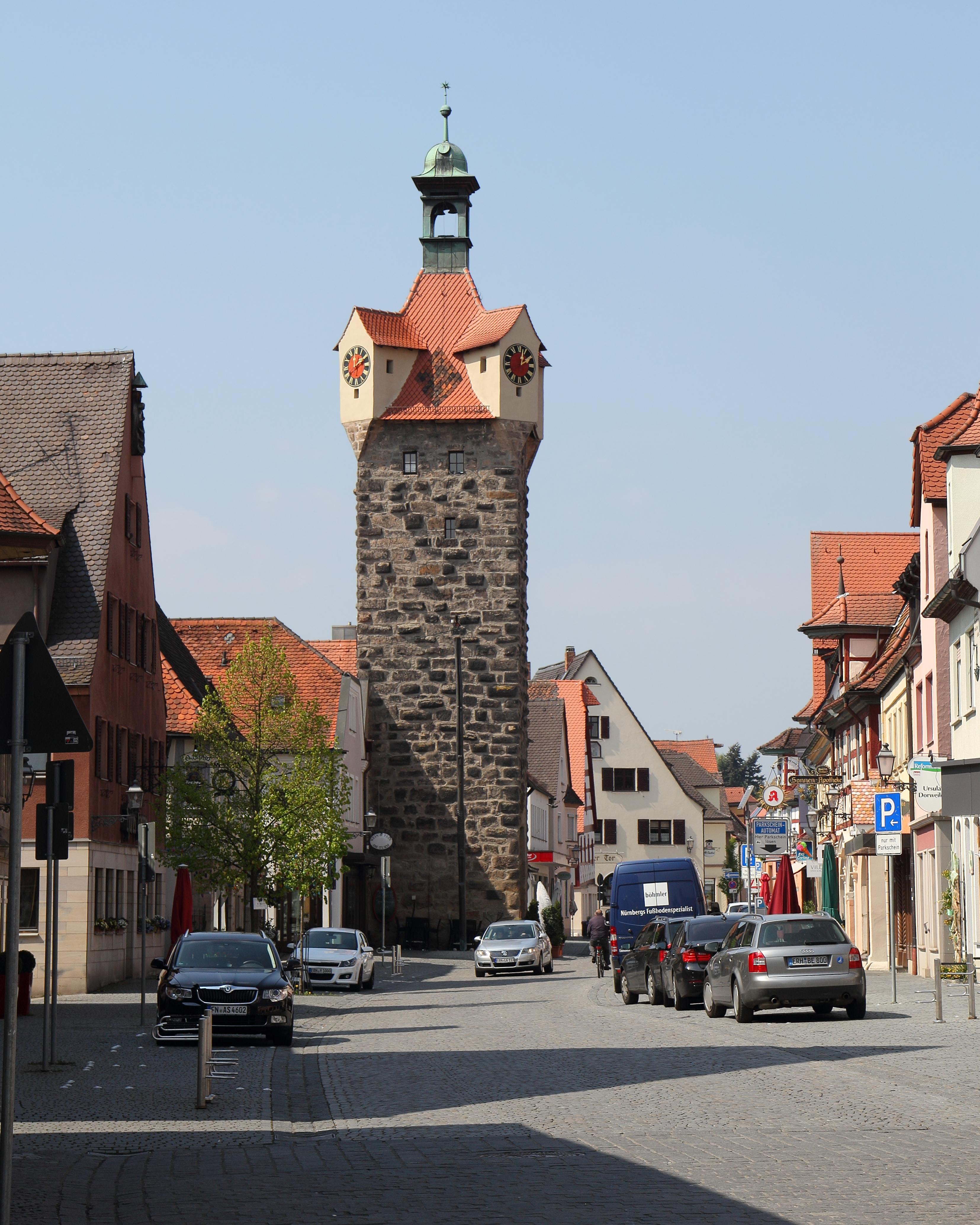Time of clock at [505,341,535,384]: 2:02
